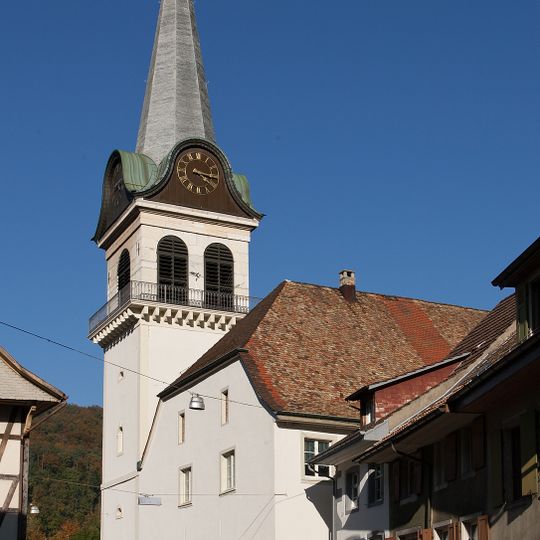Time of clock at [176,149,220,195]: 4:16
